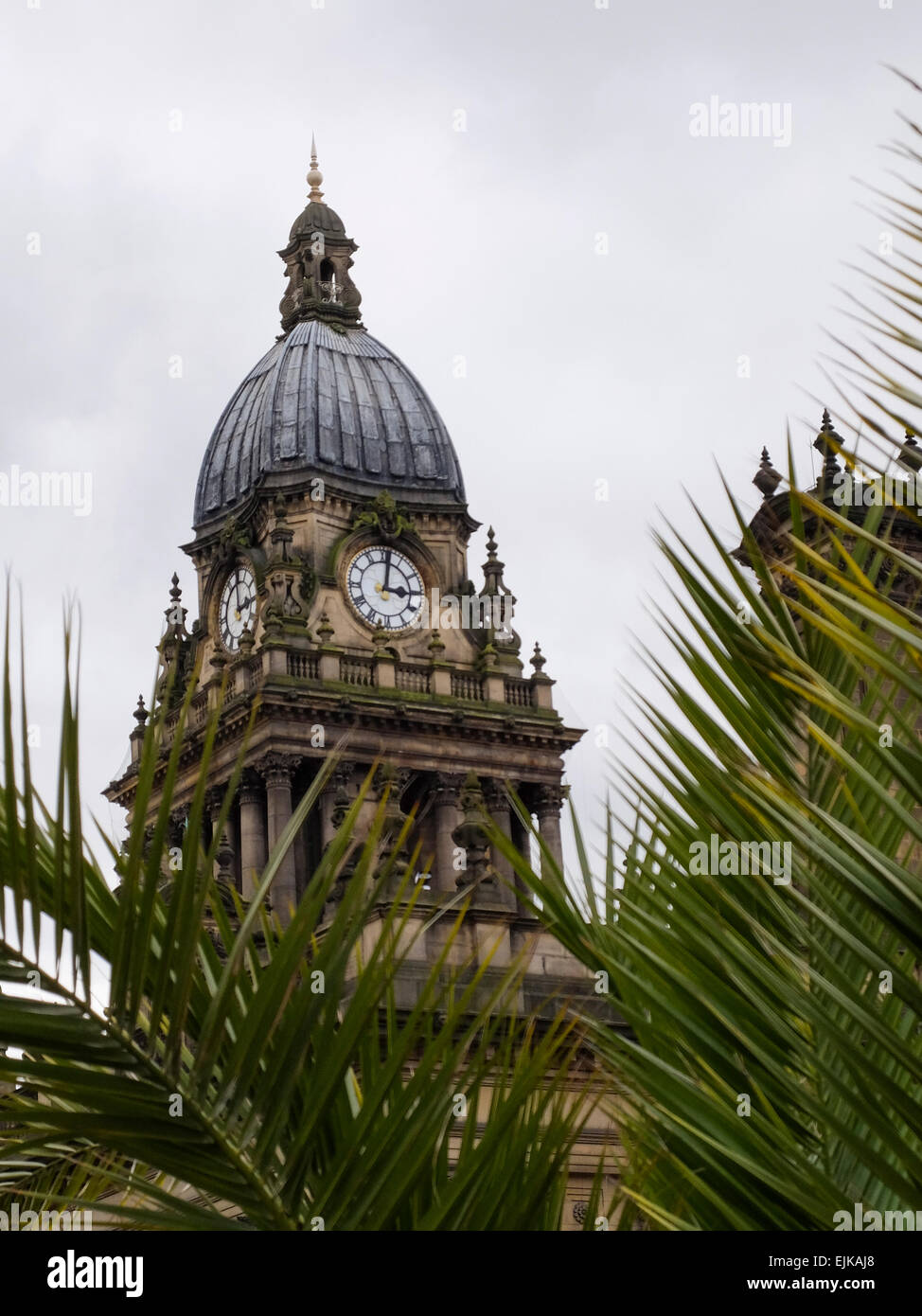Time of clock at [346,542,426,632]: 3:01
